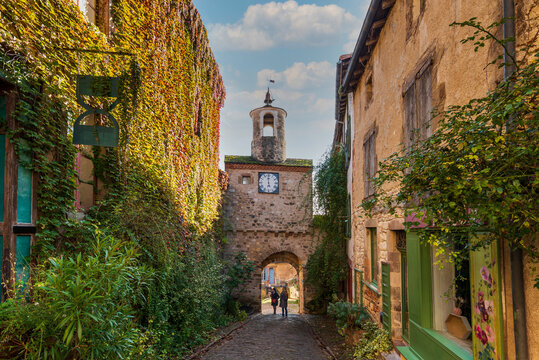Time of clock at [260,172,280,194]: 5:59
